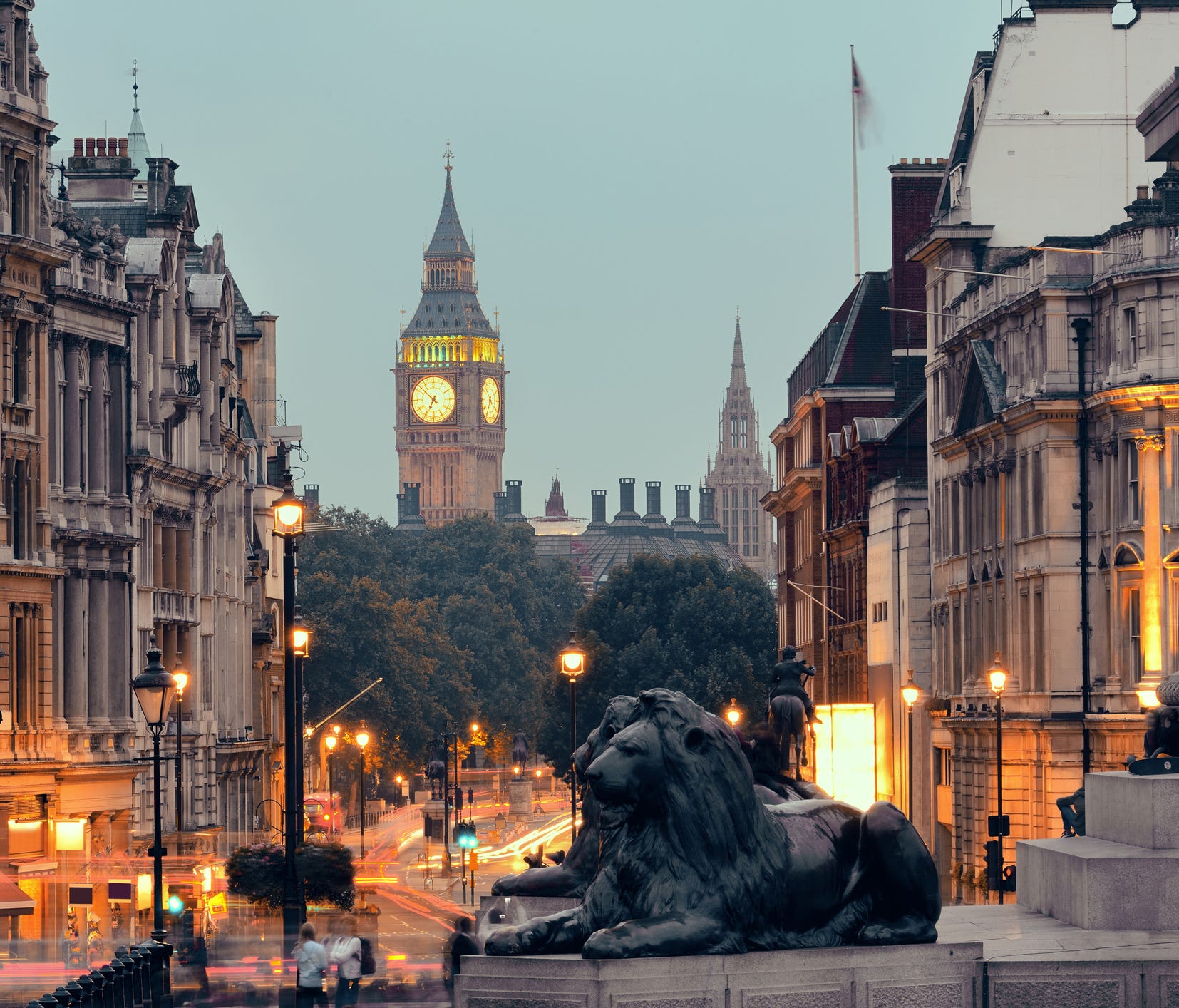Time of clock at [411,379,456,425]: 6:52
